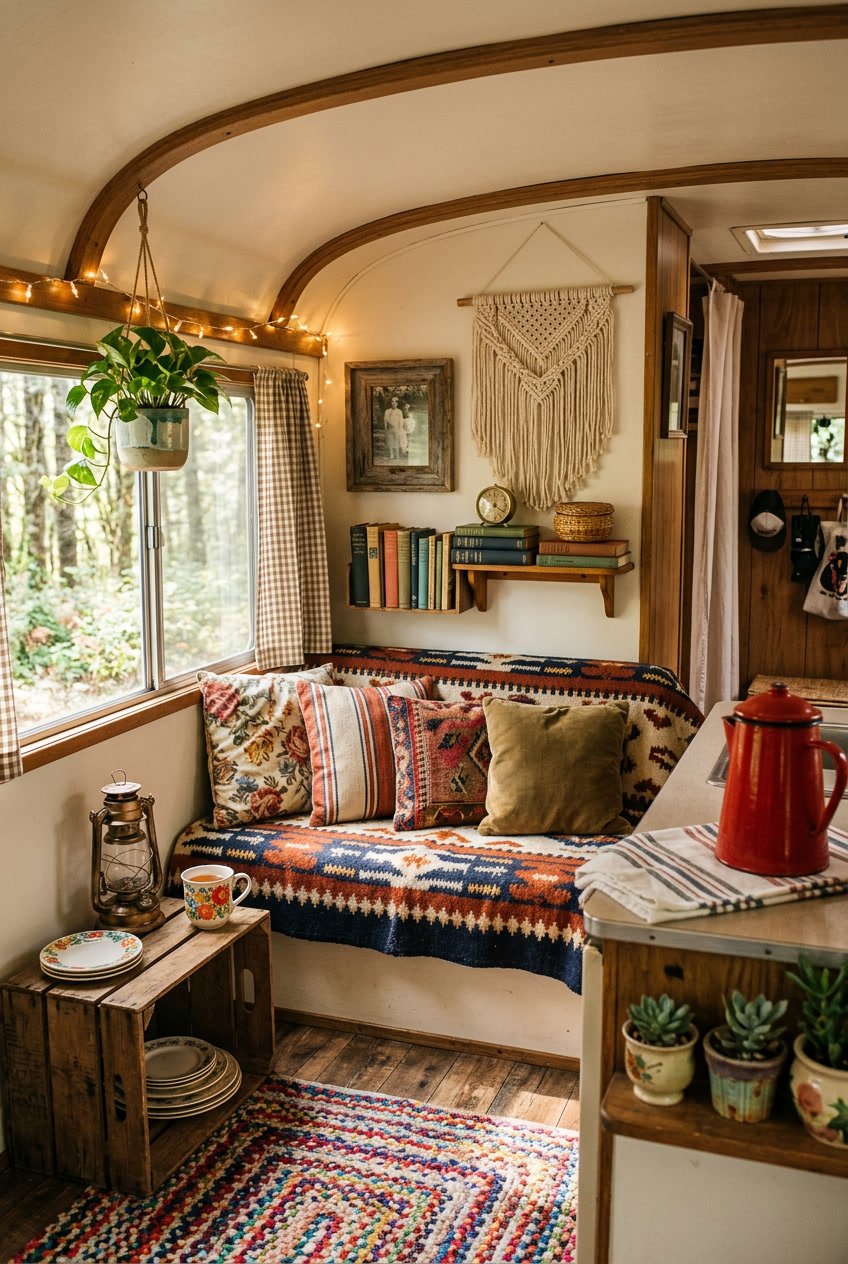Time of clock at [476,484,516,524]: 12:20
